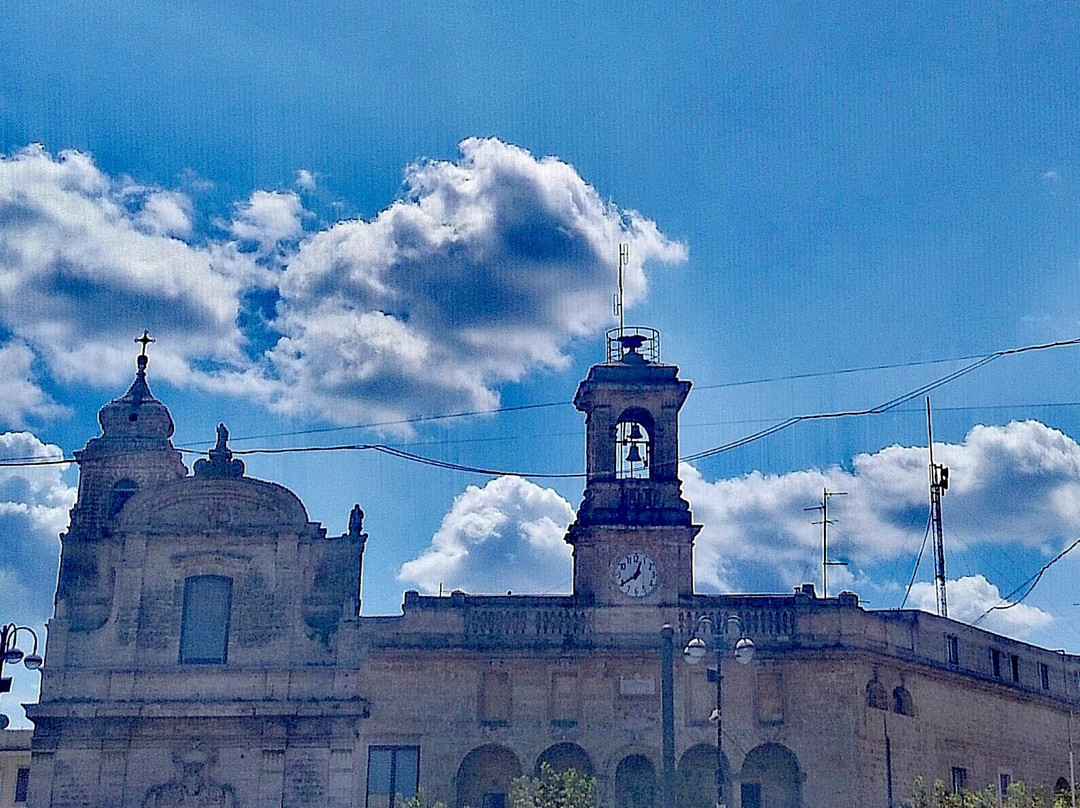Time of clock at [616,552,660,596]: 12:39
